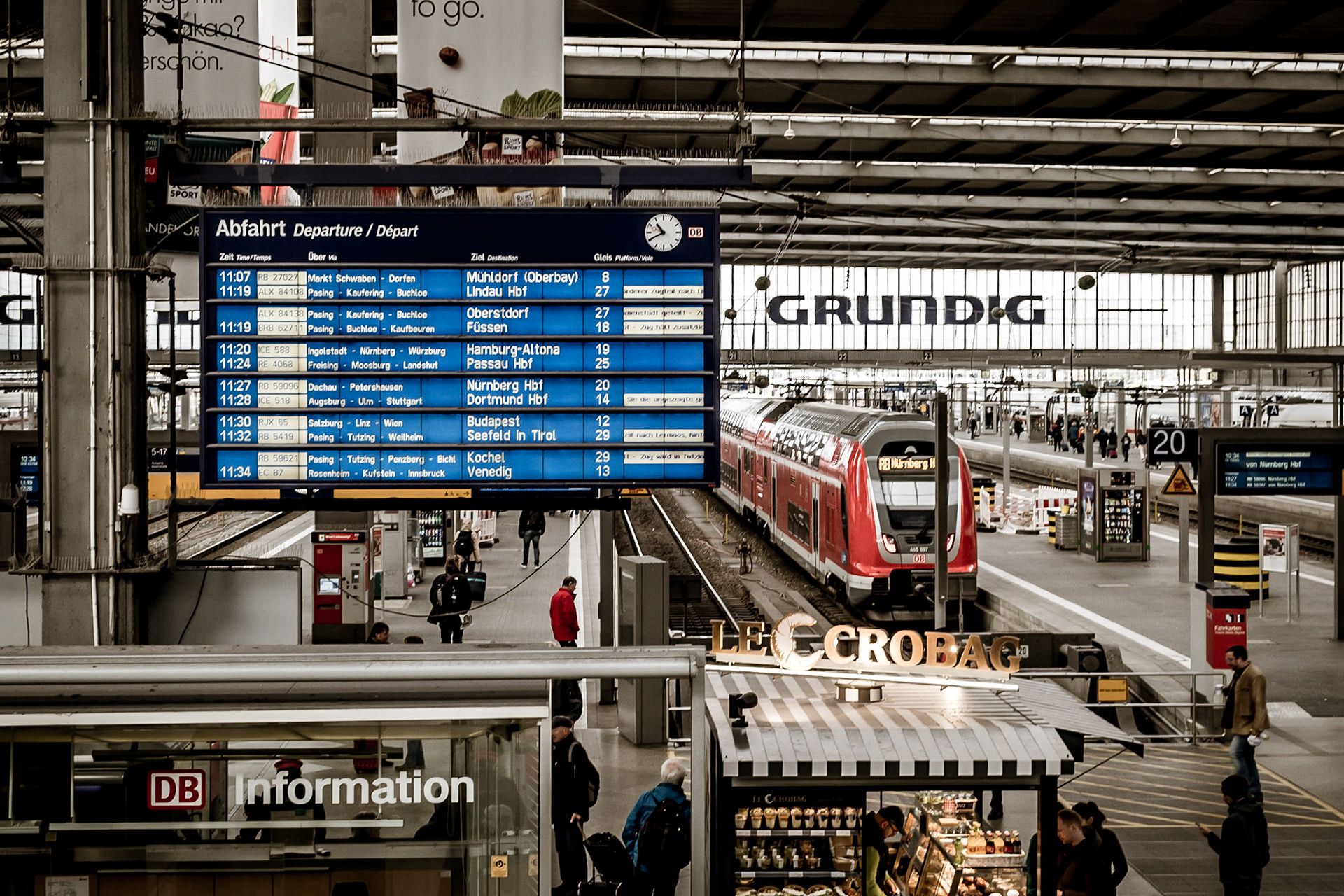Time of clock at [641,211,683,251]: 10:40
